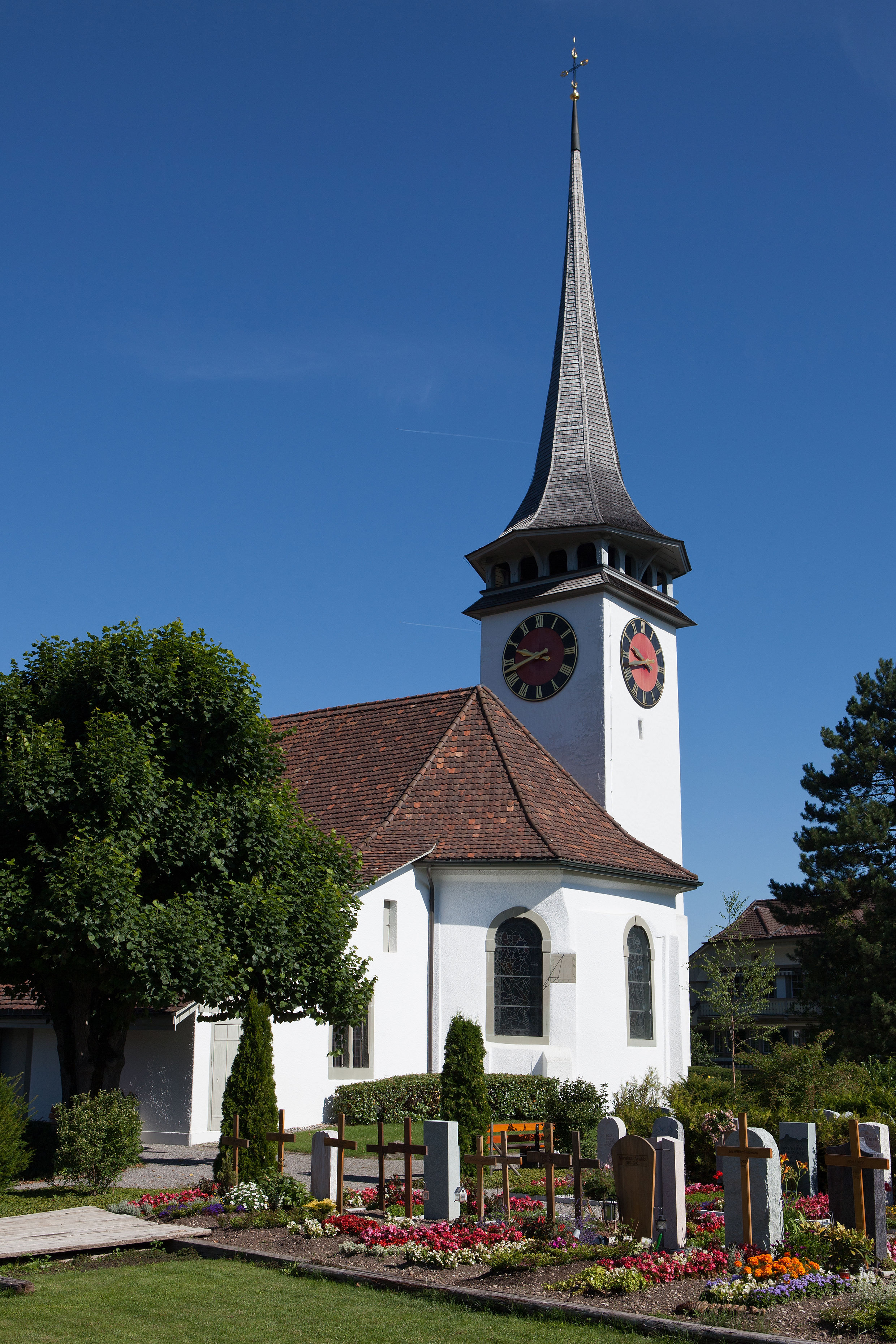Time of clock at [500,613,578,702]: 9:42
